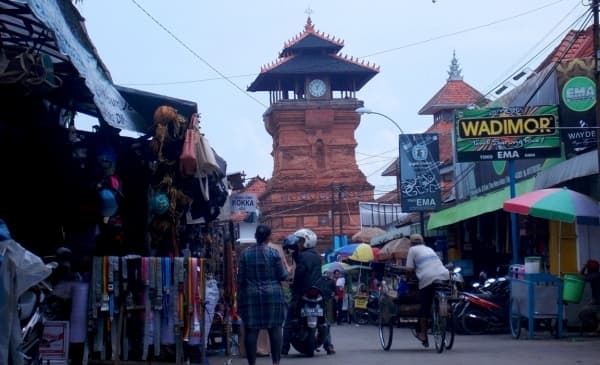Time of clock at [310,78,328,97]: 6:04
